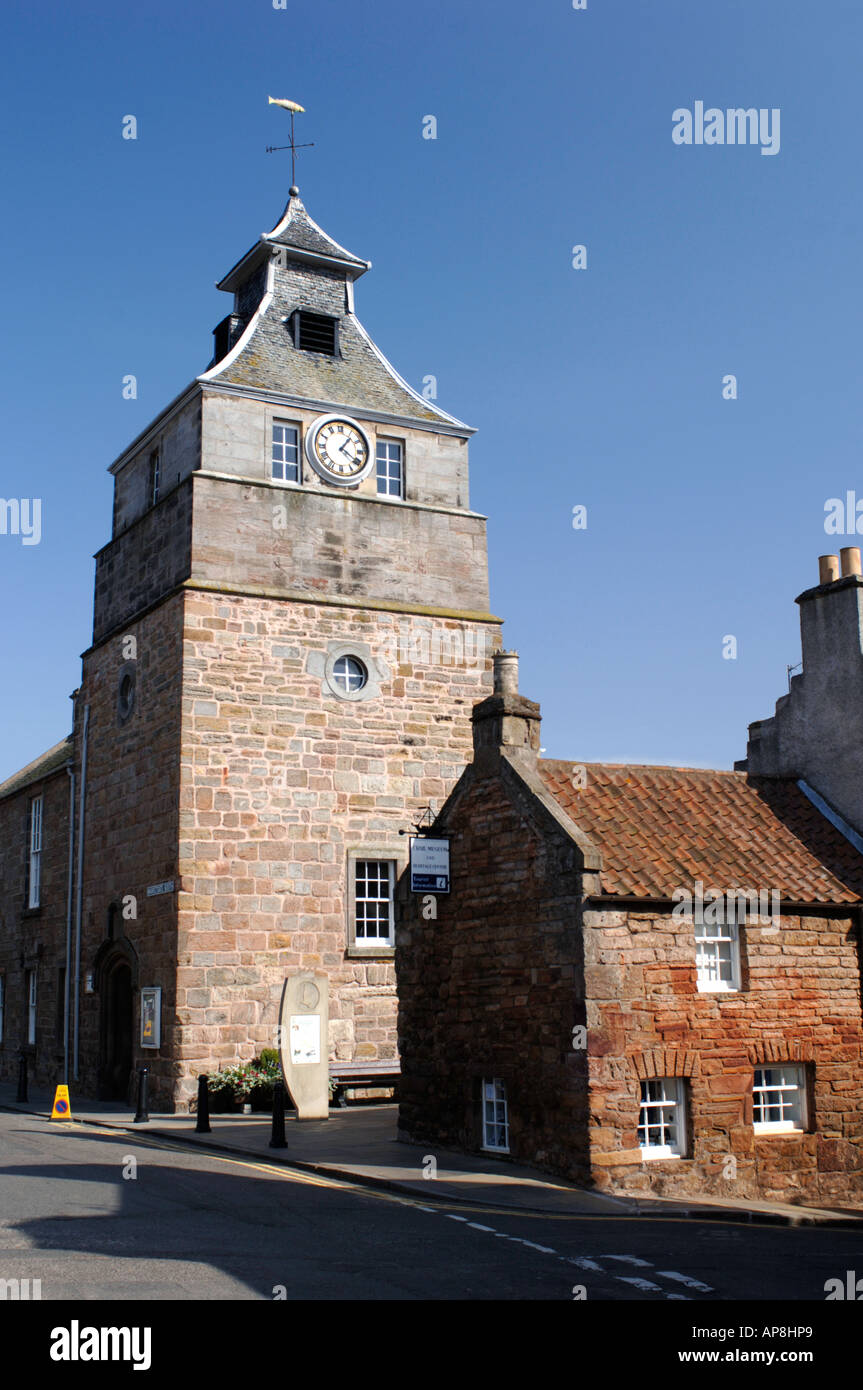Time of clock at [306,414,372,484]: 1:20
